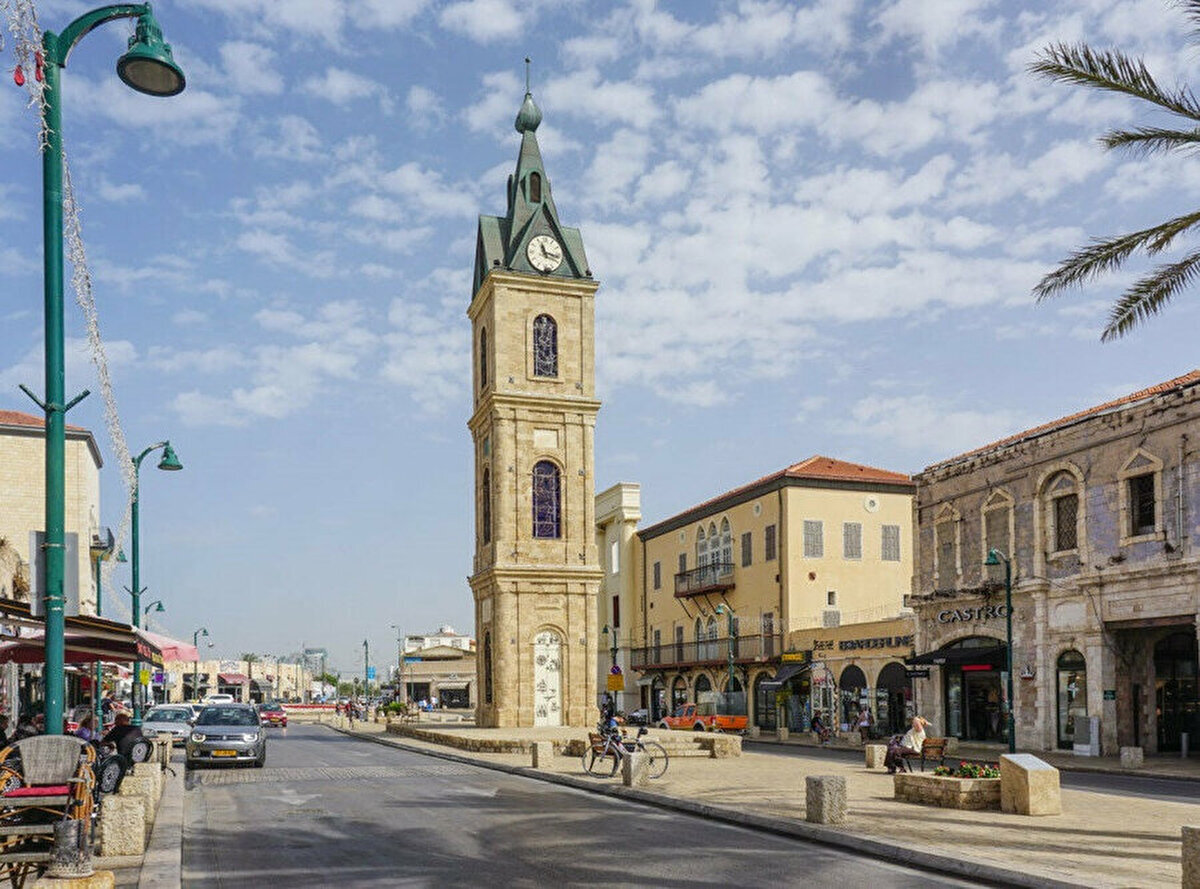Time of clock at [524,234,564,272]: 11:17
